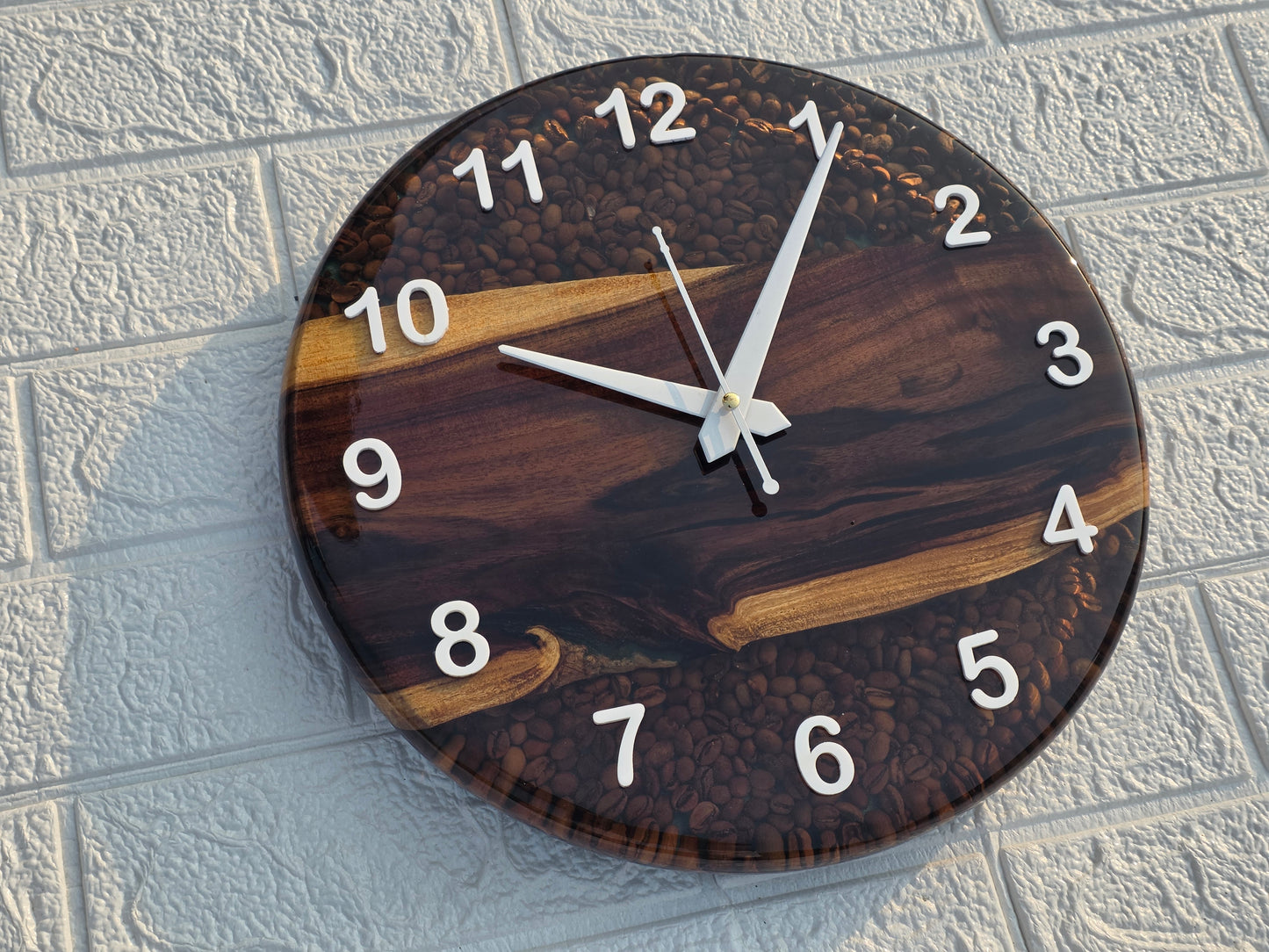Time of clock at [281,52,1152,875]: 10:05
